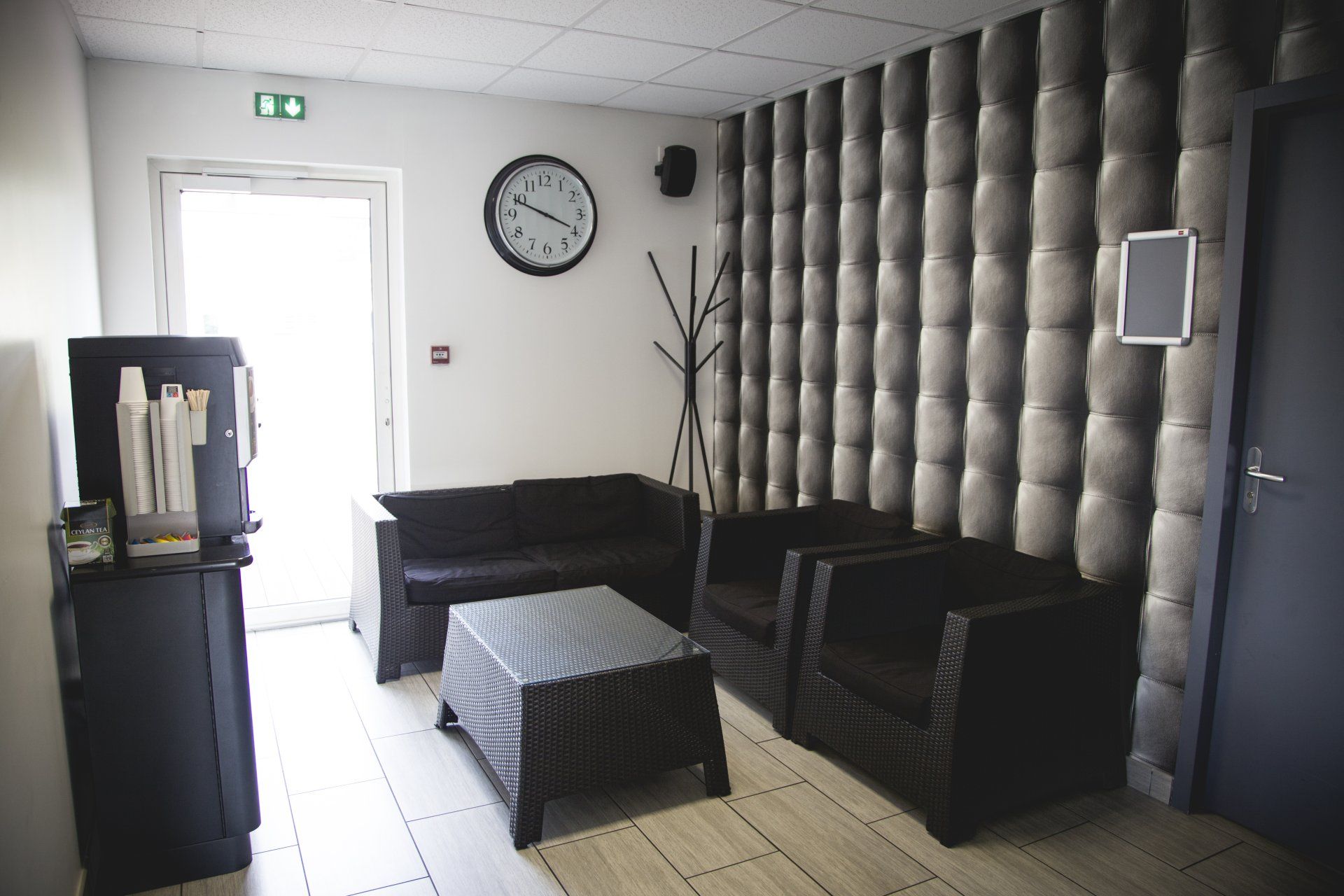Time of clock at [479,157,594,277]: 3:49
